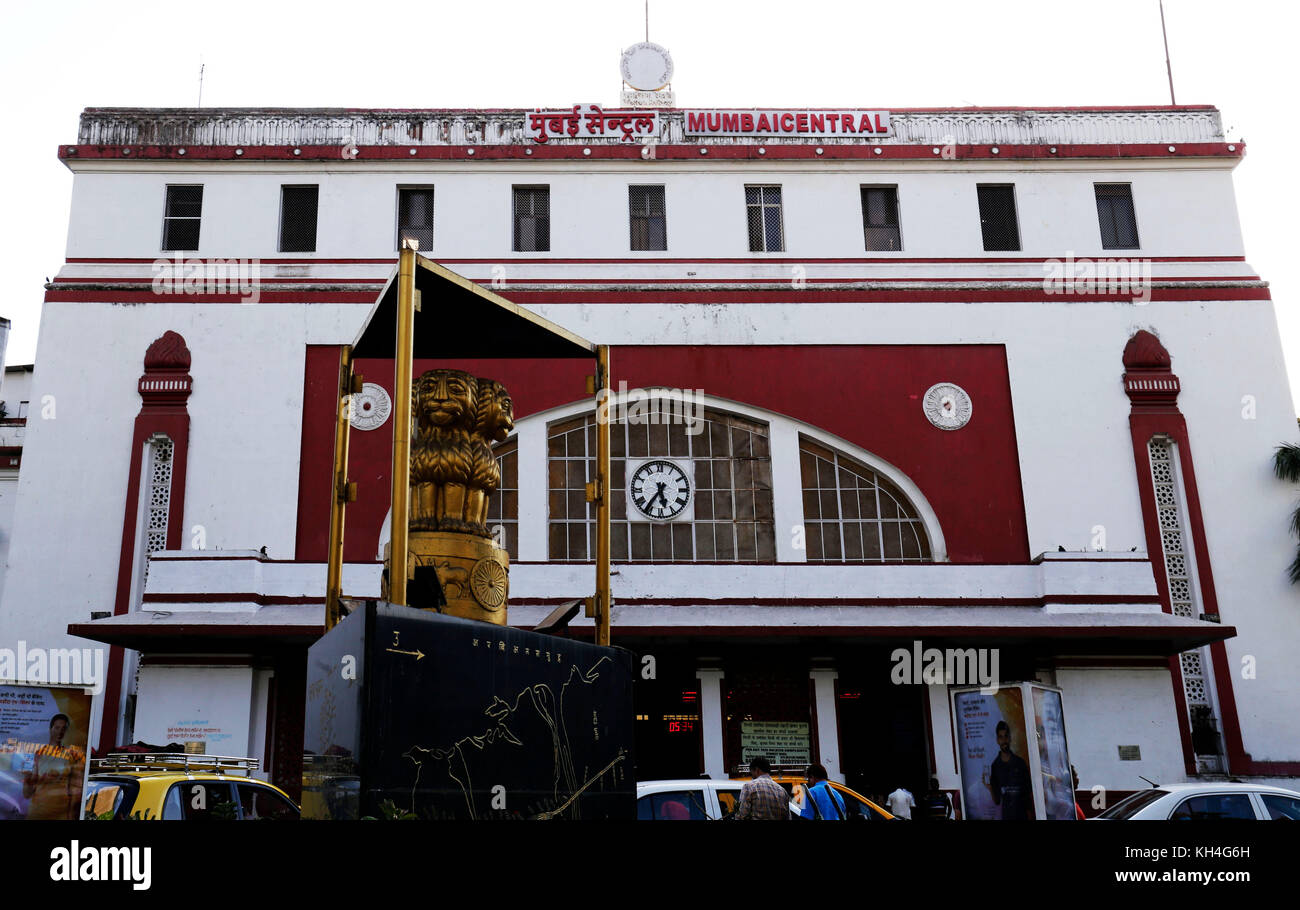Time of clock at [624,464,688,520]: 5:36
